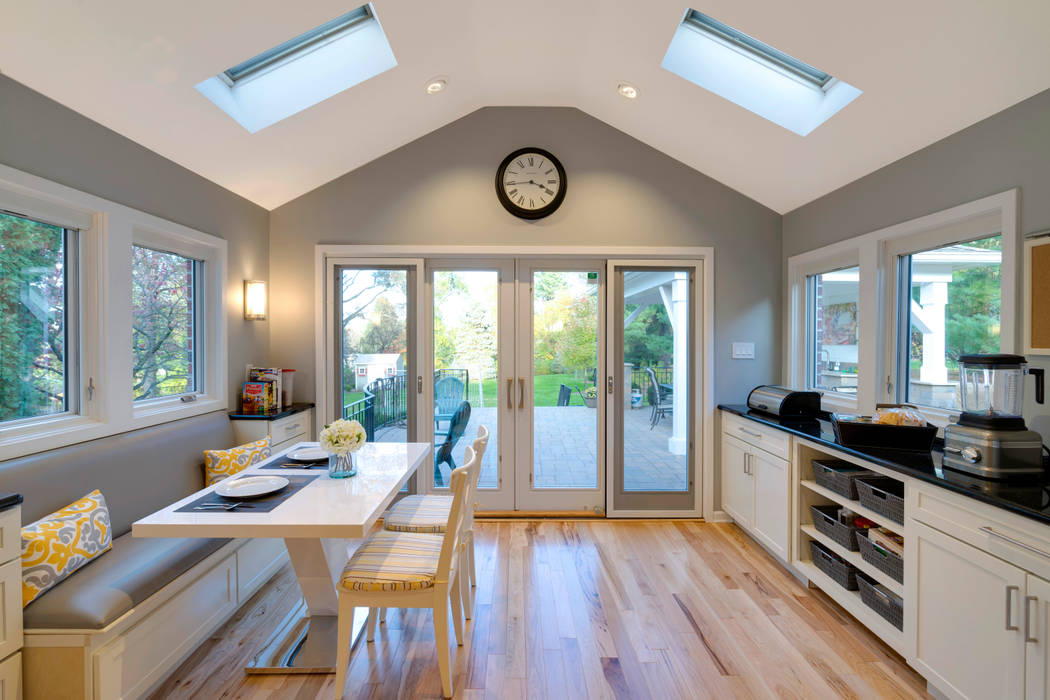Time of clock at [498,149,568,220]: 3:43
